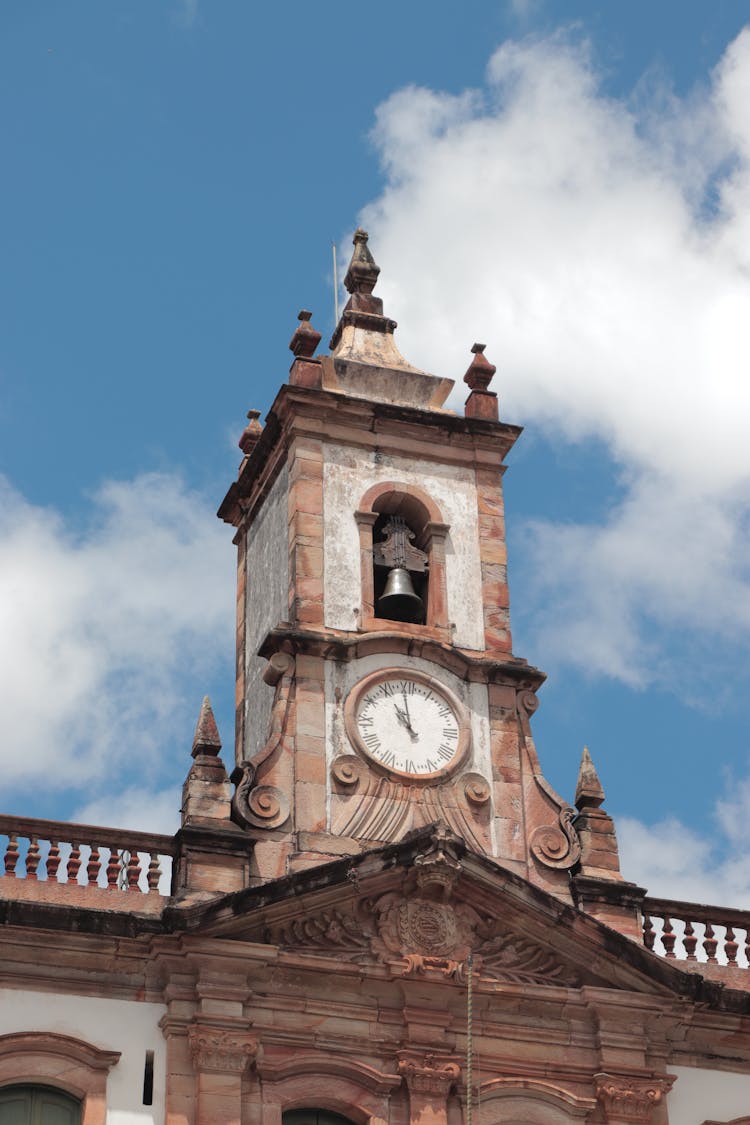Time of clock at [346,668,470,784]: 10:59
